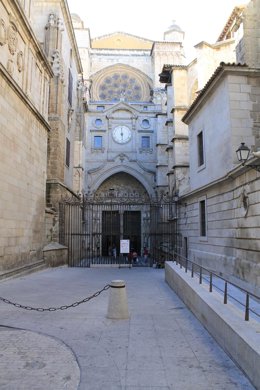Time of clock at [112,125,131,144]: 5:59
